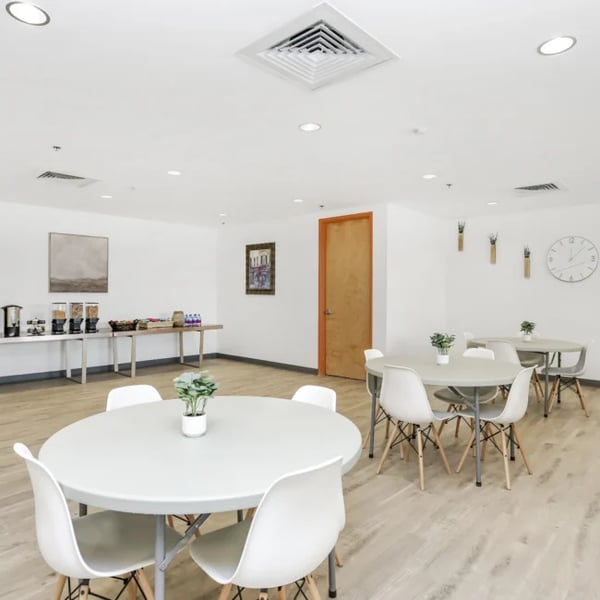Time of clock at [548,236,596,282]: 12:07
